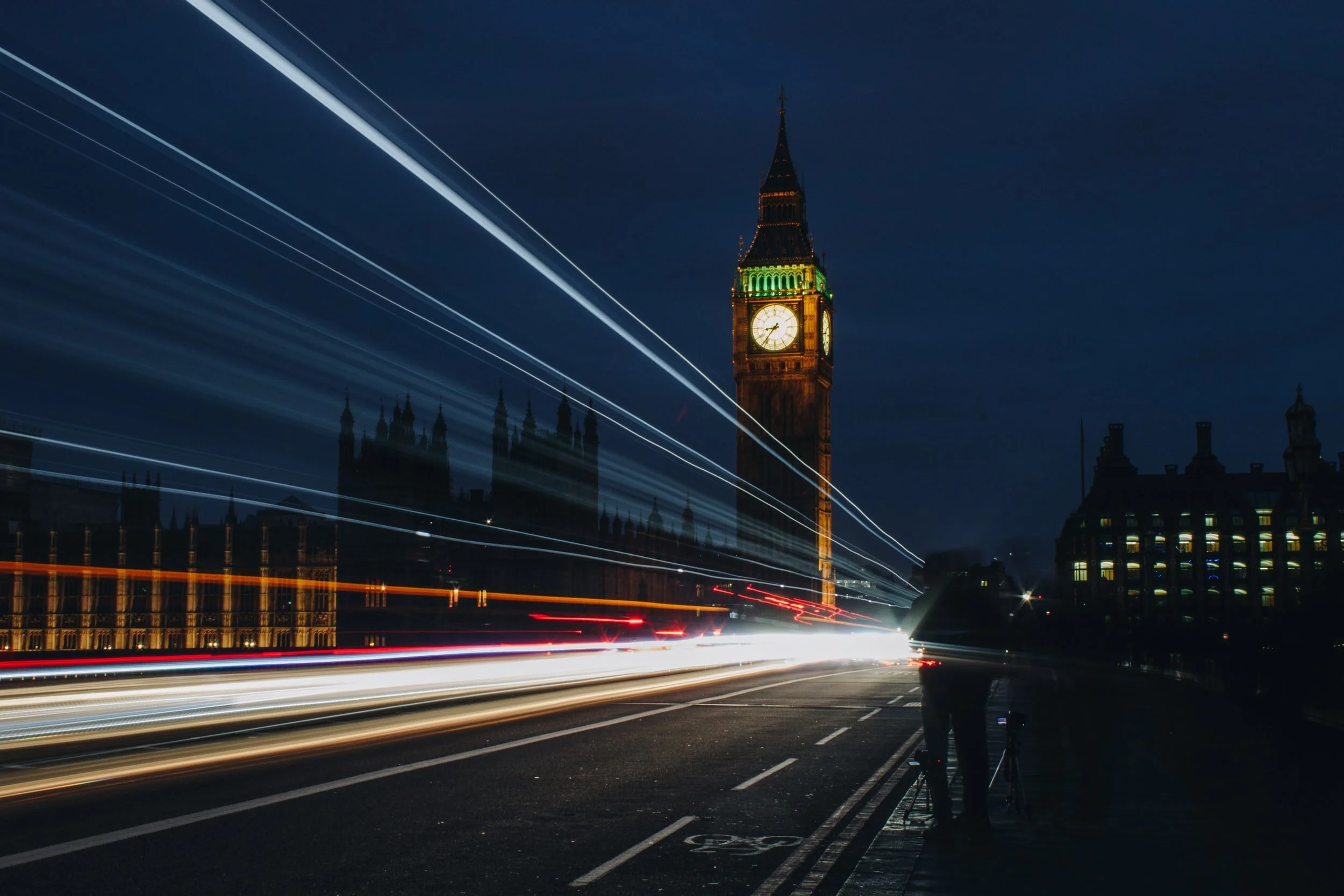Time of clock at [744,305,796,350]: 8:36
